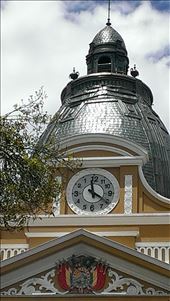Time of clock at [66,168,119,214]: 11:21
